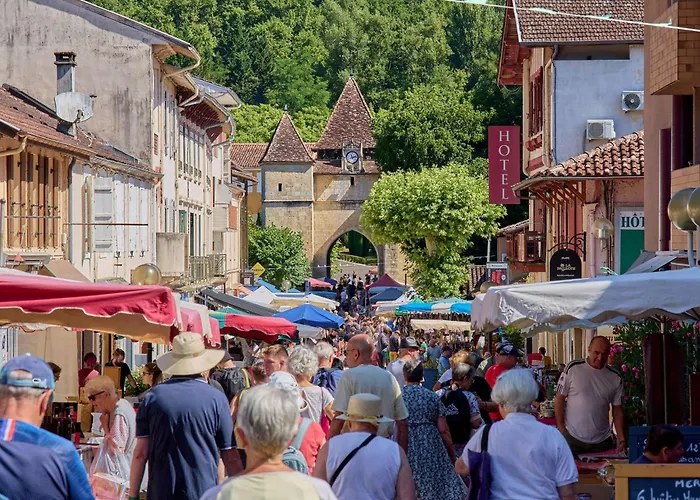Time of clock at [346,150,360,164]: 11:12
